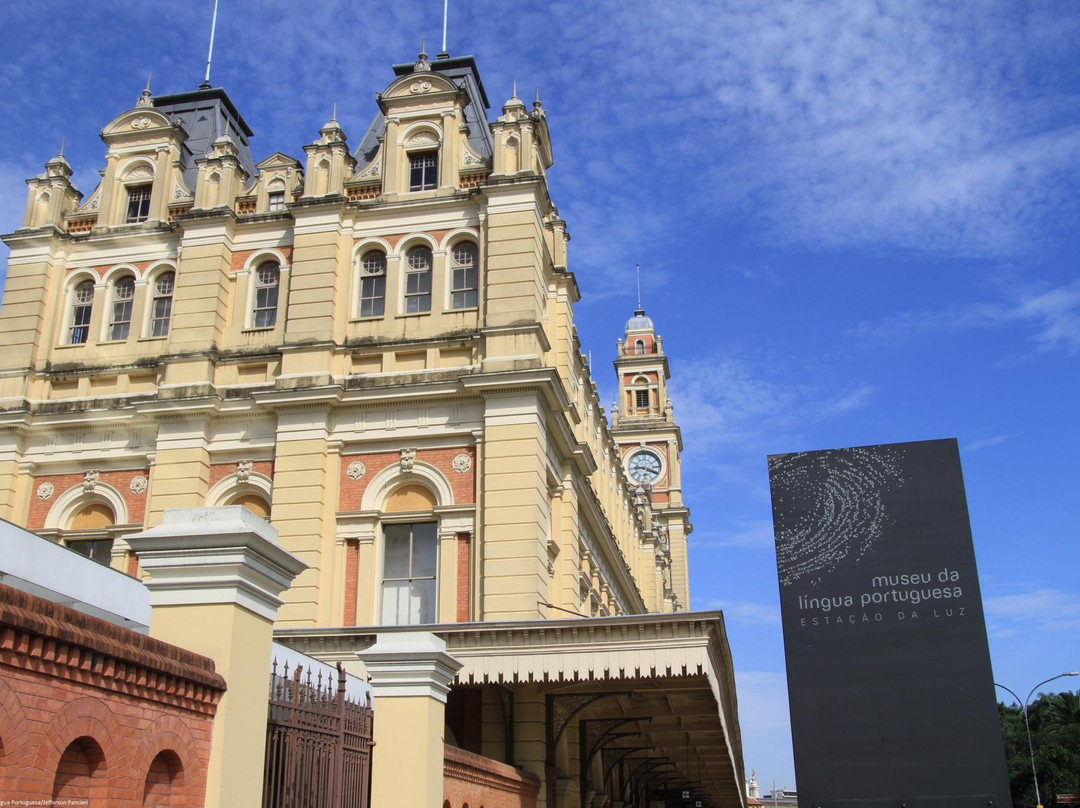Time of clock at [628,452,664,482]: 9:18
